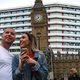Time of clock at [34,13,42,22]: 11:37
